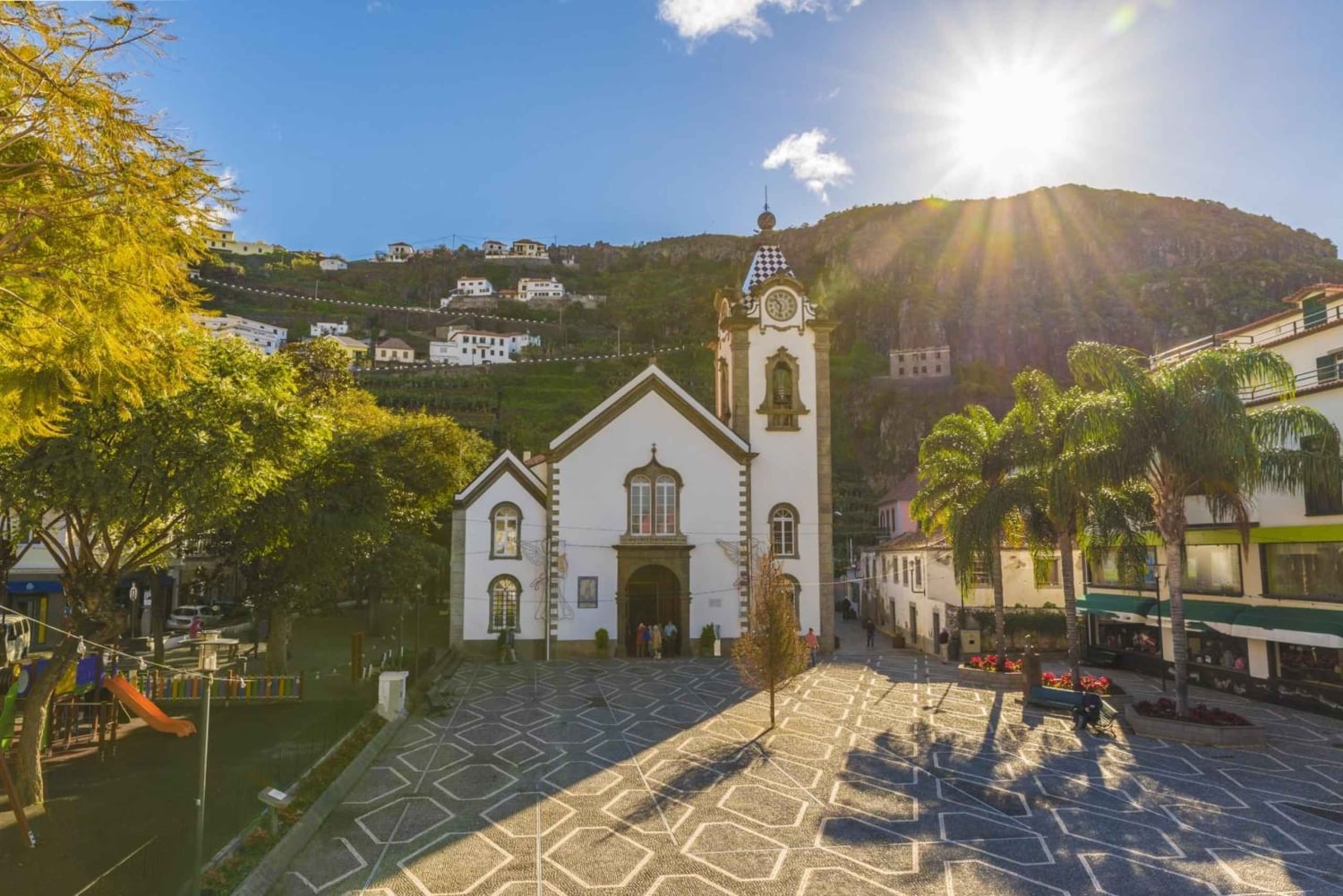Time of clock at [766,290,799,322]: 10:32
